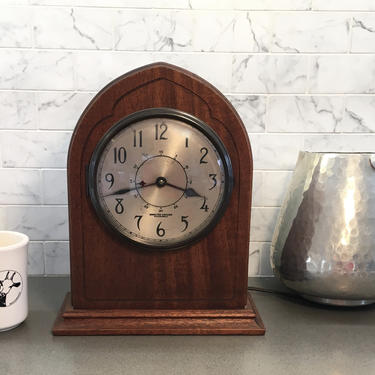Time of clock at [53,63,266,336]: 3:42
